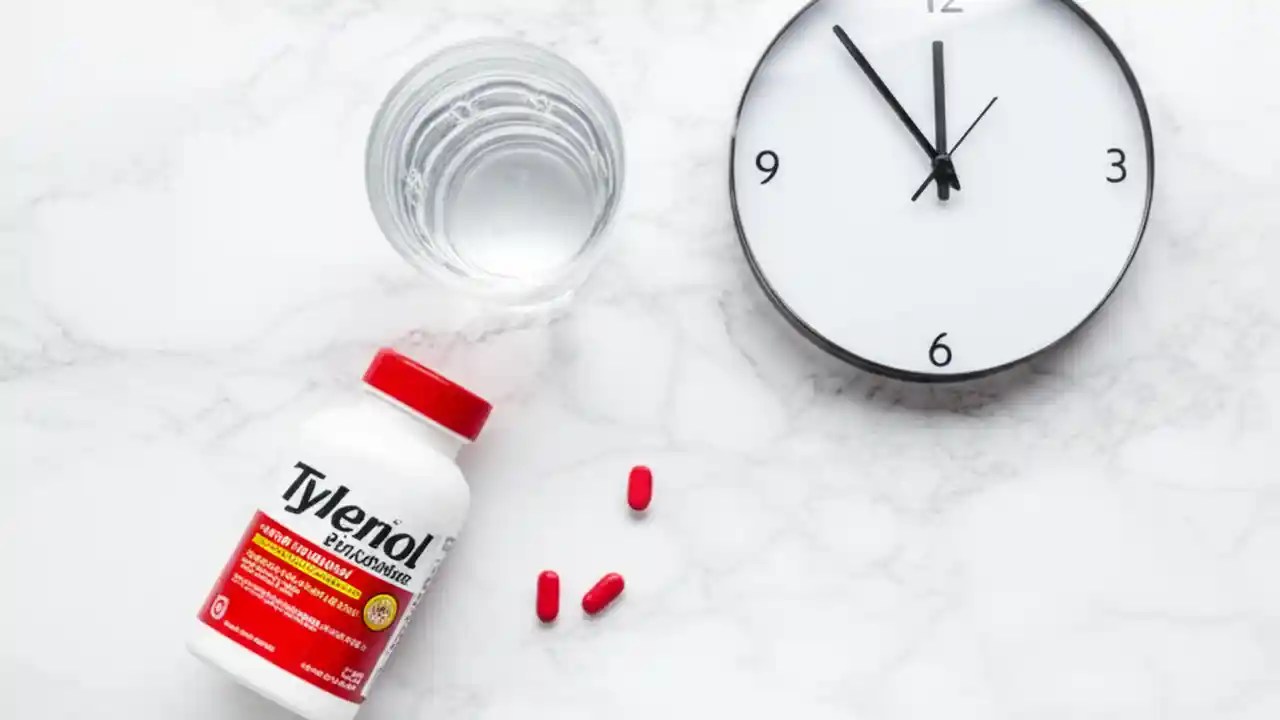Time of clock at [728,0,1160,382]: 11:53
